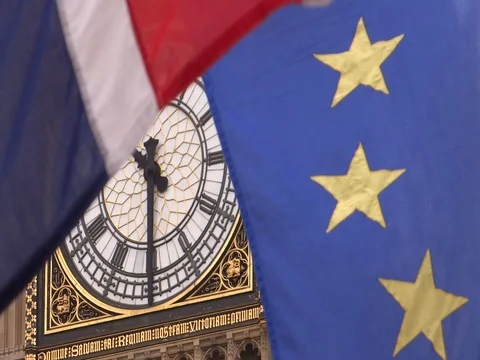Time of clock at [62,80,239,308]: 10:30
